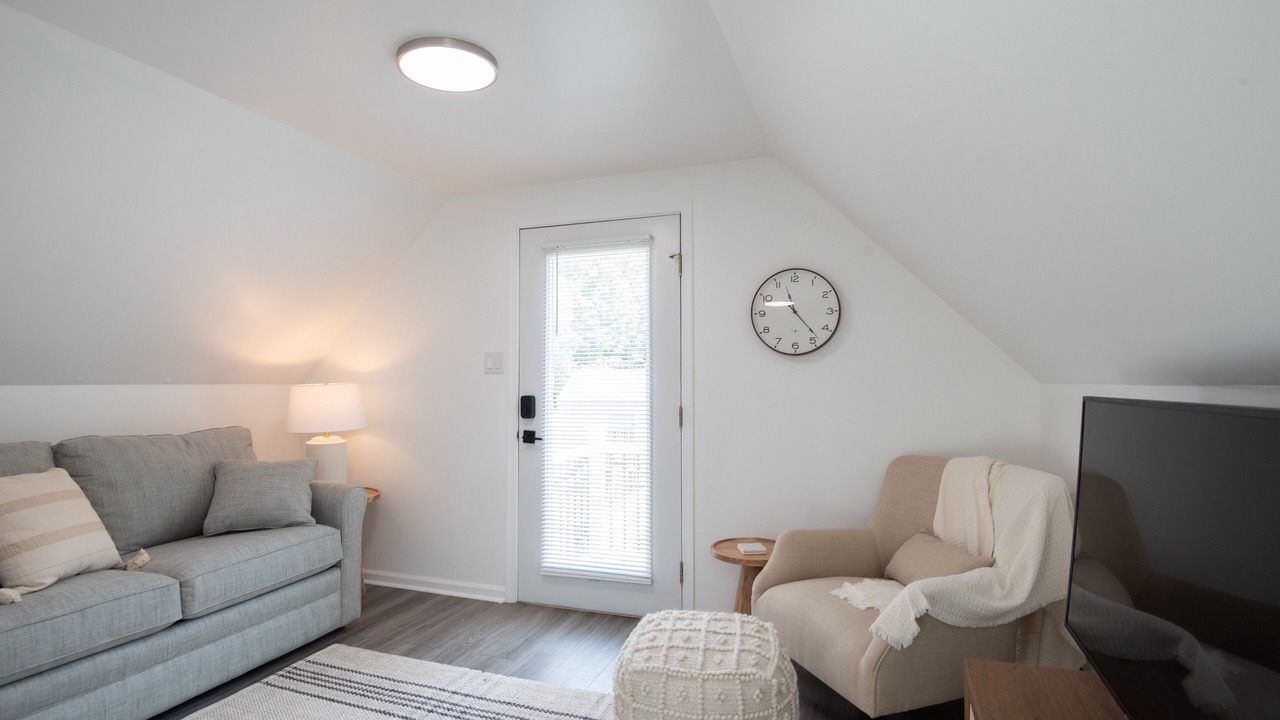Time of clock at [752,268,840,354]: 11:23
